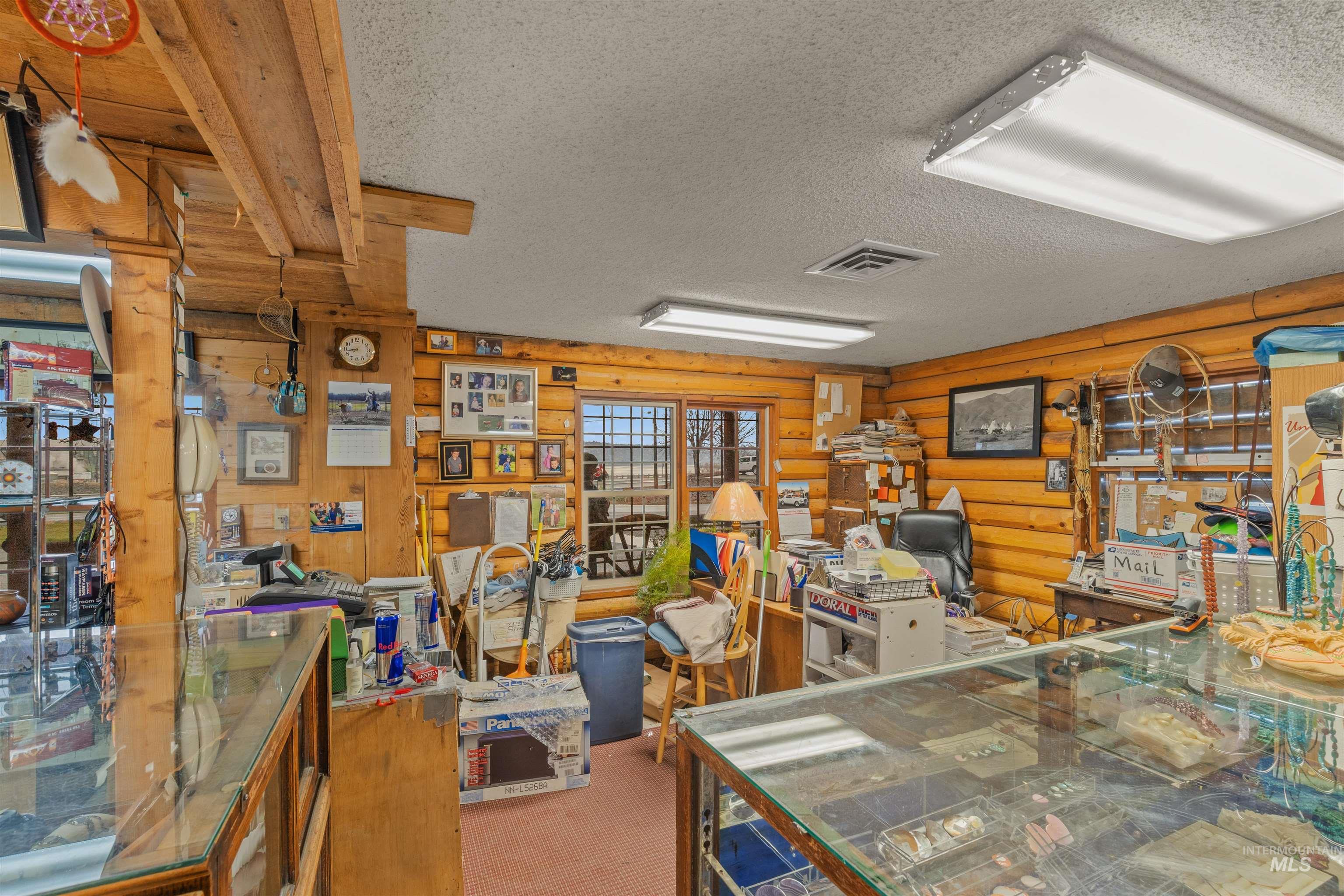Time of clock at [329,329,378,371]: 8:42
